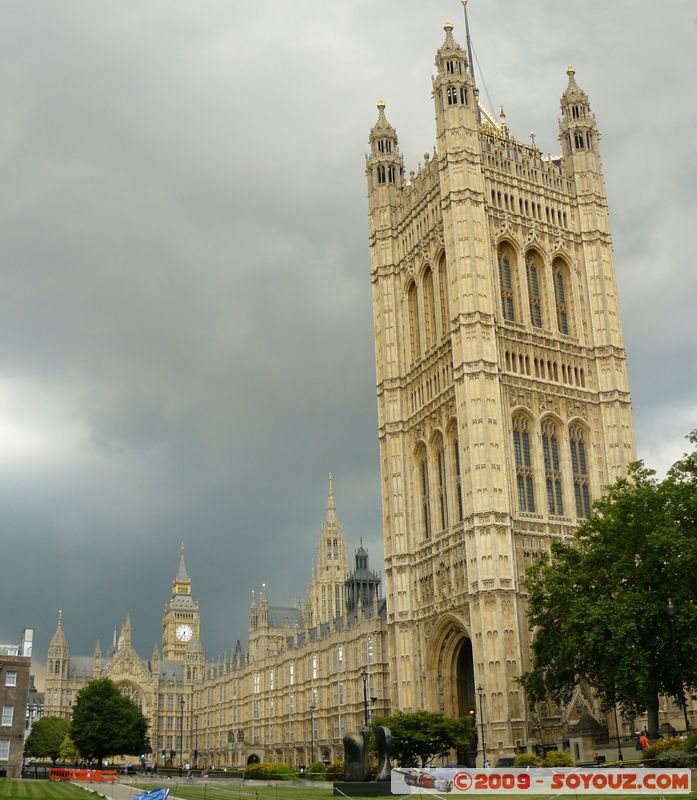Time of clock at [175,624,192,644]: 5:35
